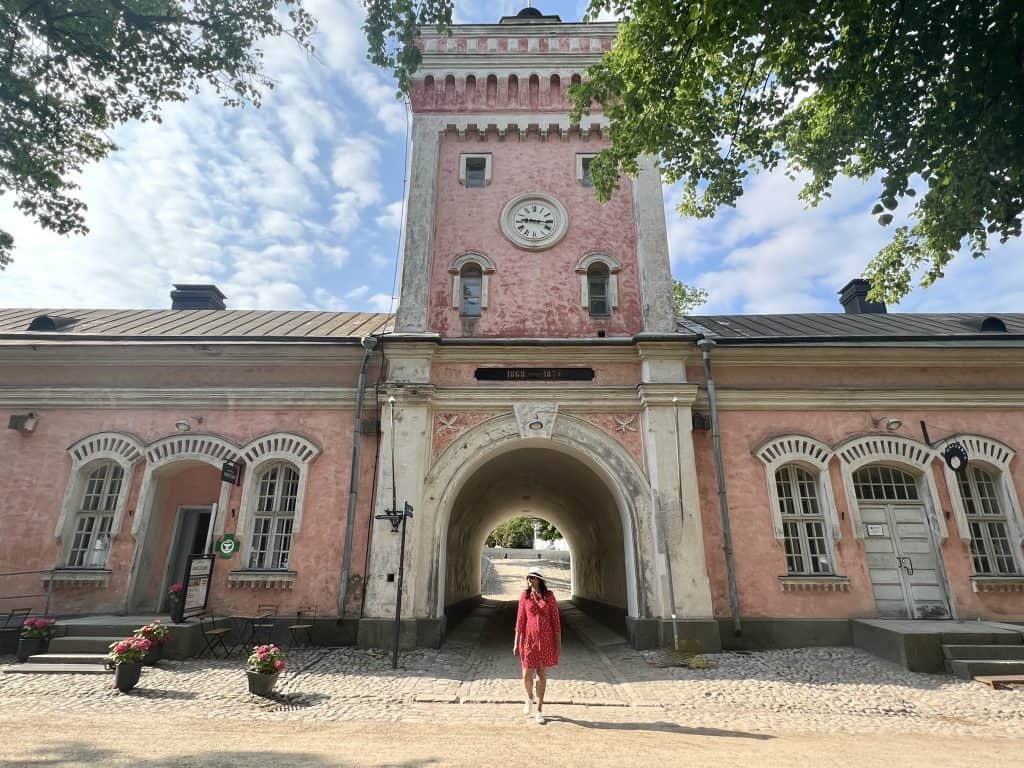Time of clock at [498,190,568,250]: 9:16
